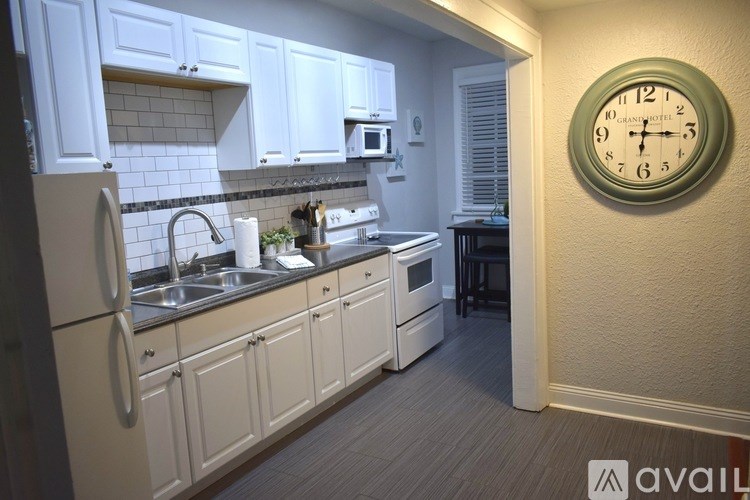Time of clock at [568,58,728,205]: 6:15
